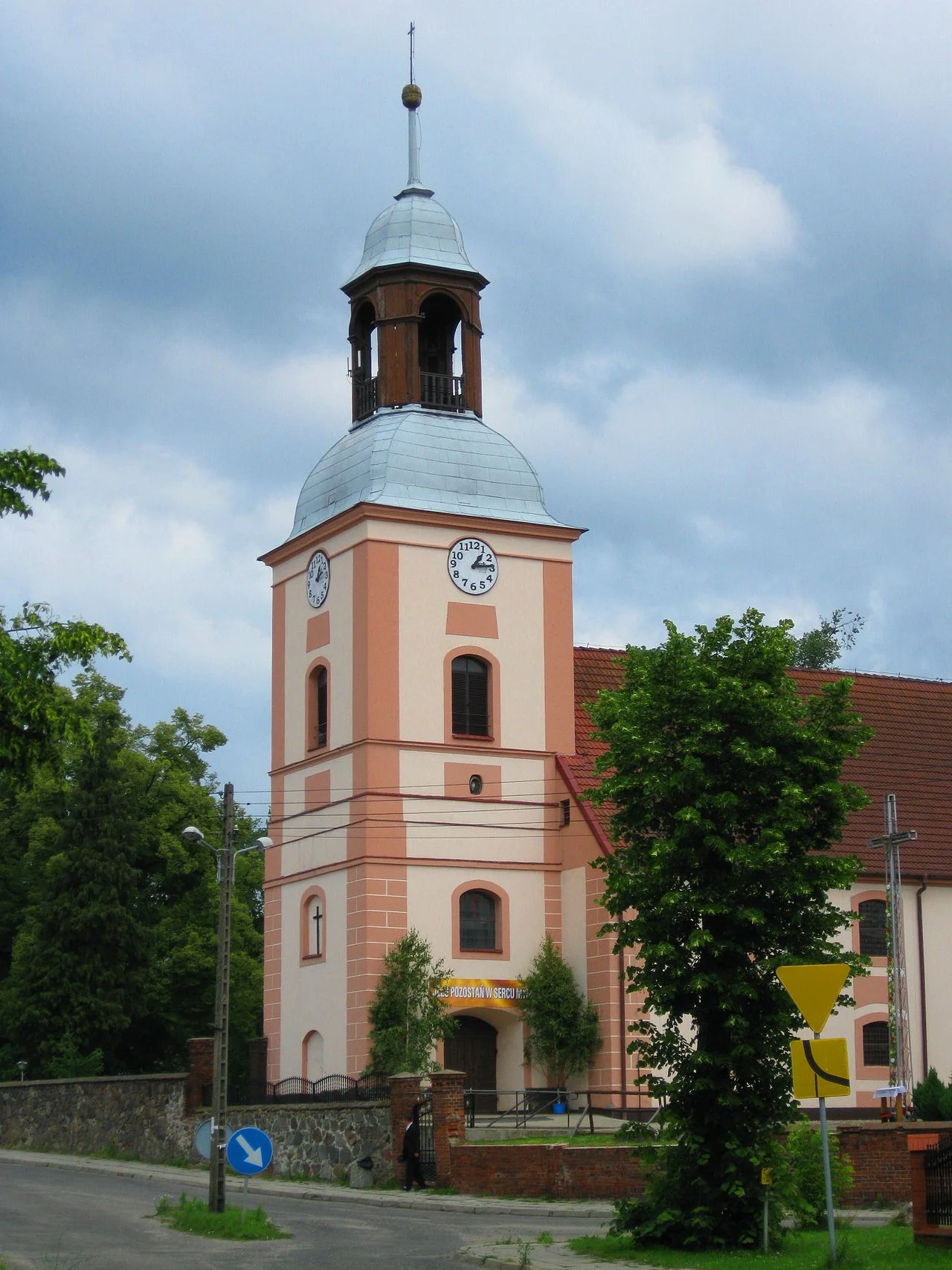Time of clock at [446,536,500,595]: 1:13
